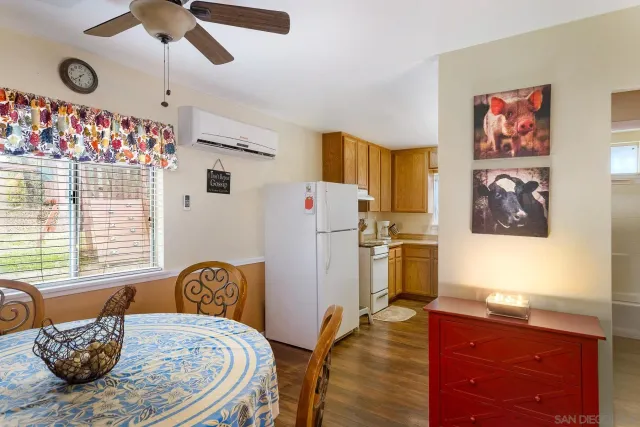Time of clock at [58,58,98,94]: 6:38
